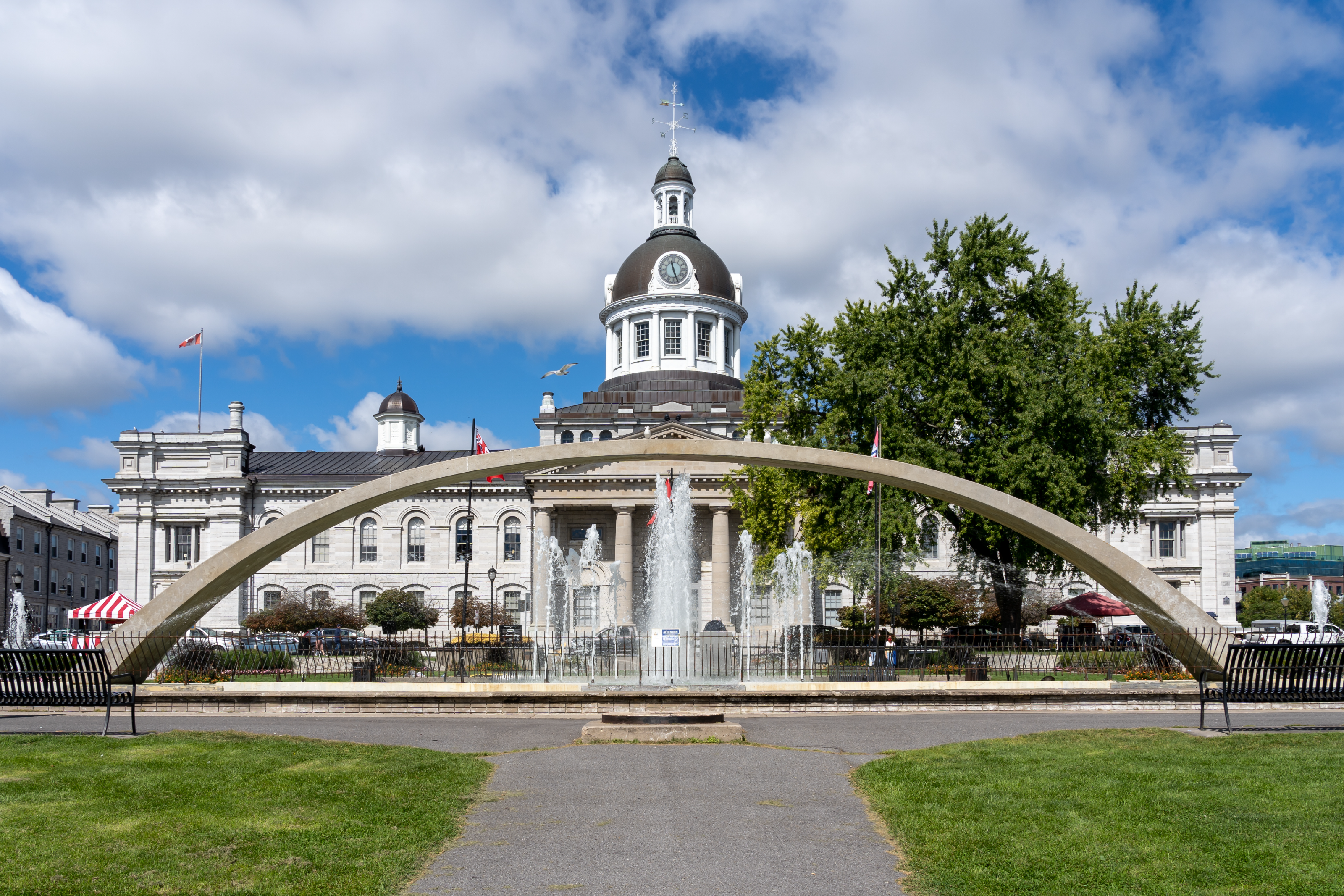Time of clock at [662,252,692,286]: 11:26
